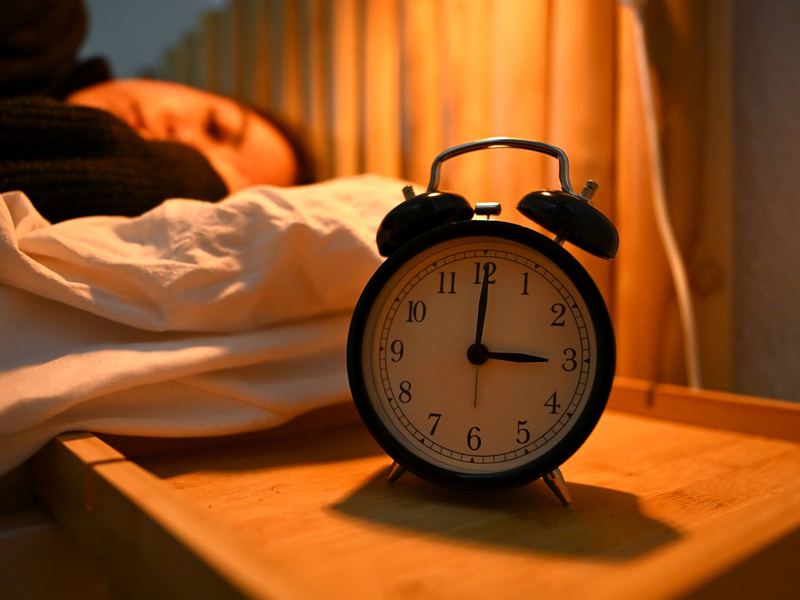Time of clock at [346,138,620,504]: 3:00
